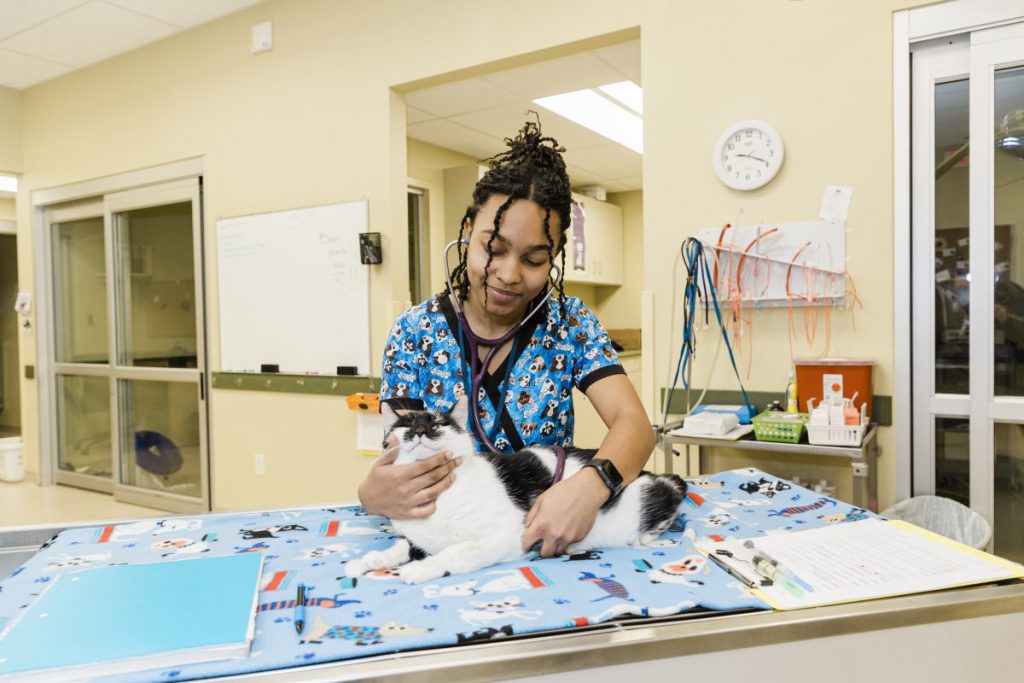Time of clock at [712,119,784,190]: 9:18
